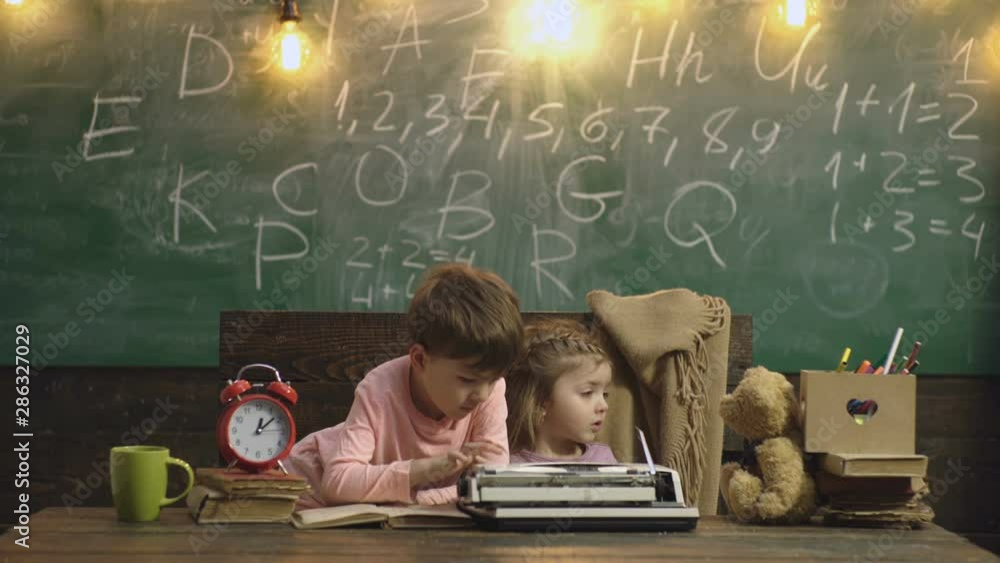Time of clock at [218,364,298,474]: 12:07
